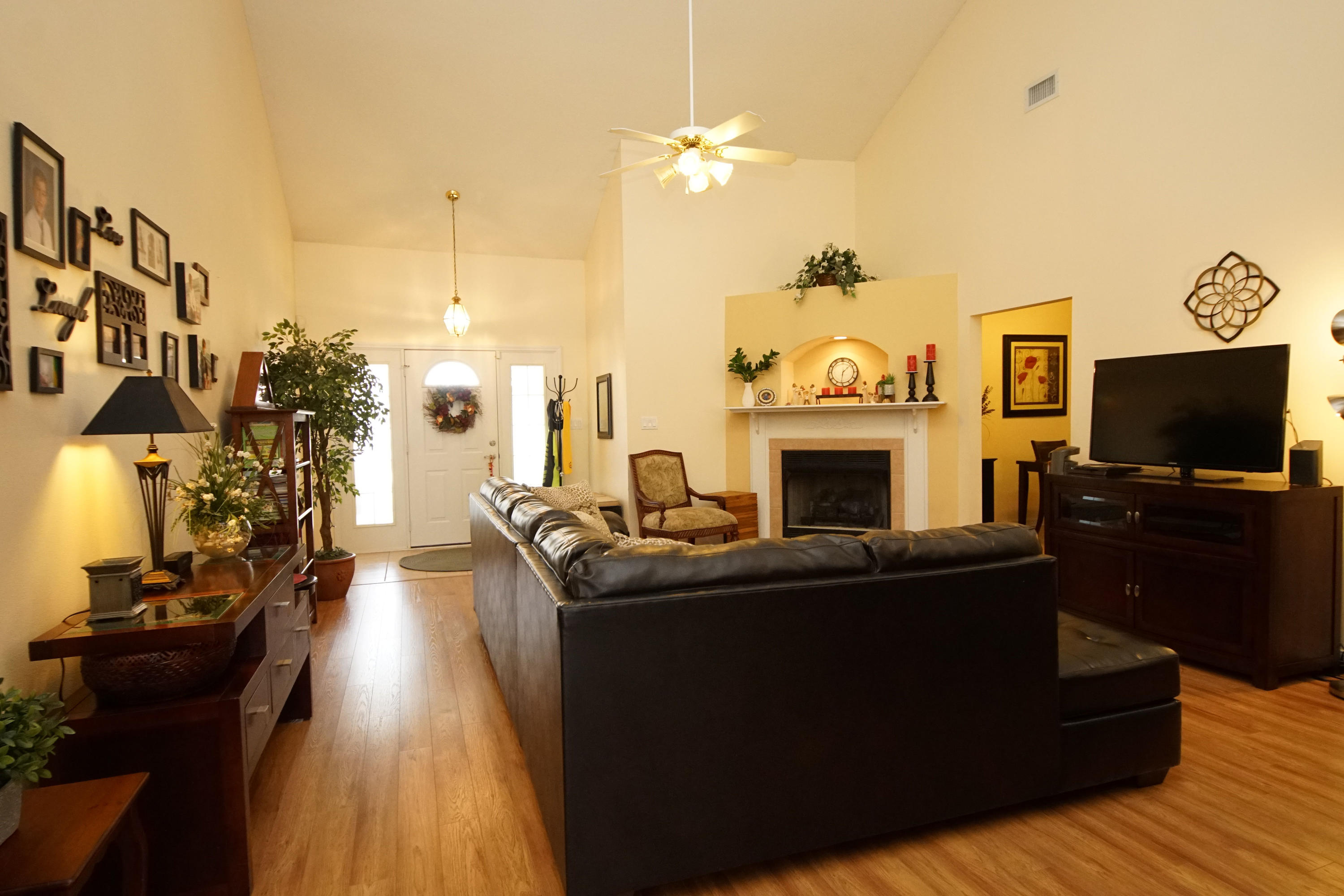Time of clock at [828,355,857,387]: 1:31
